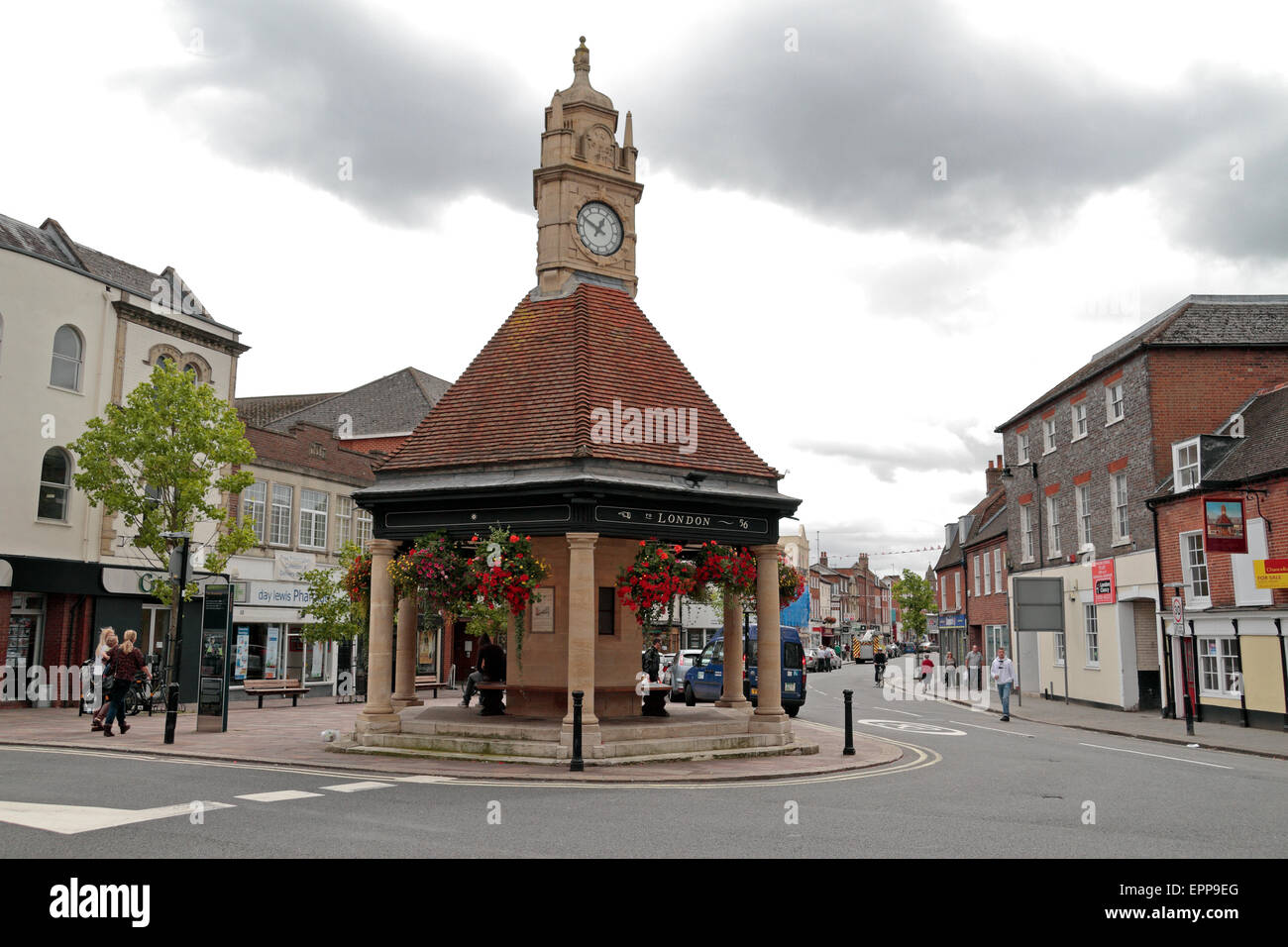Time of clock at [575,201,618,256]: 12:49
